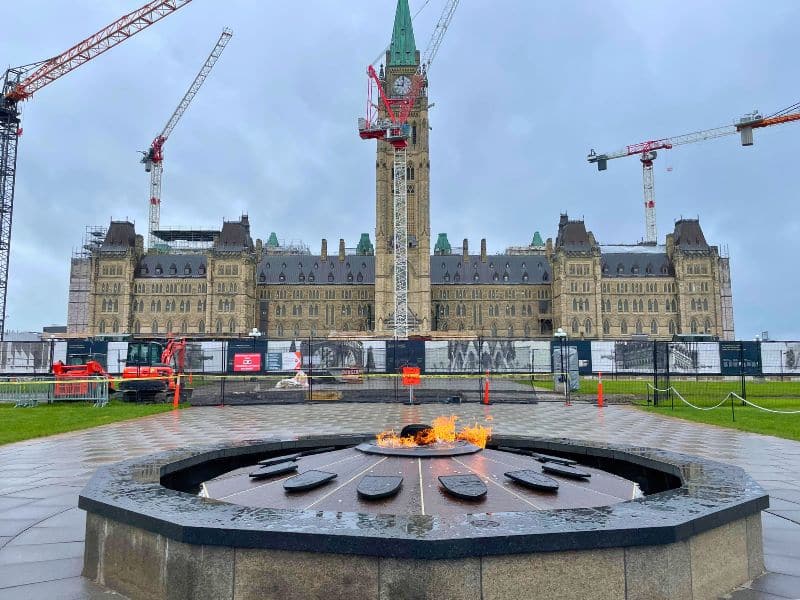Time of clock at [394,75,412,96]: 9:01
